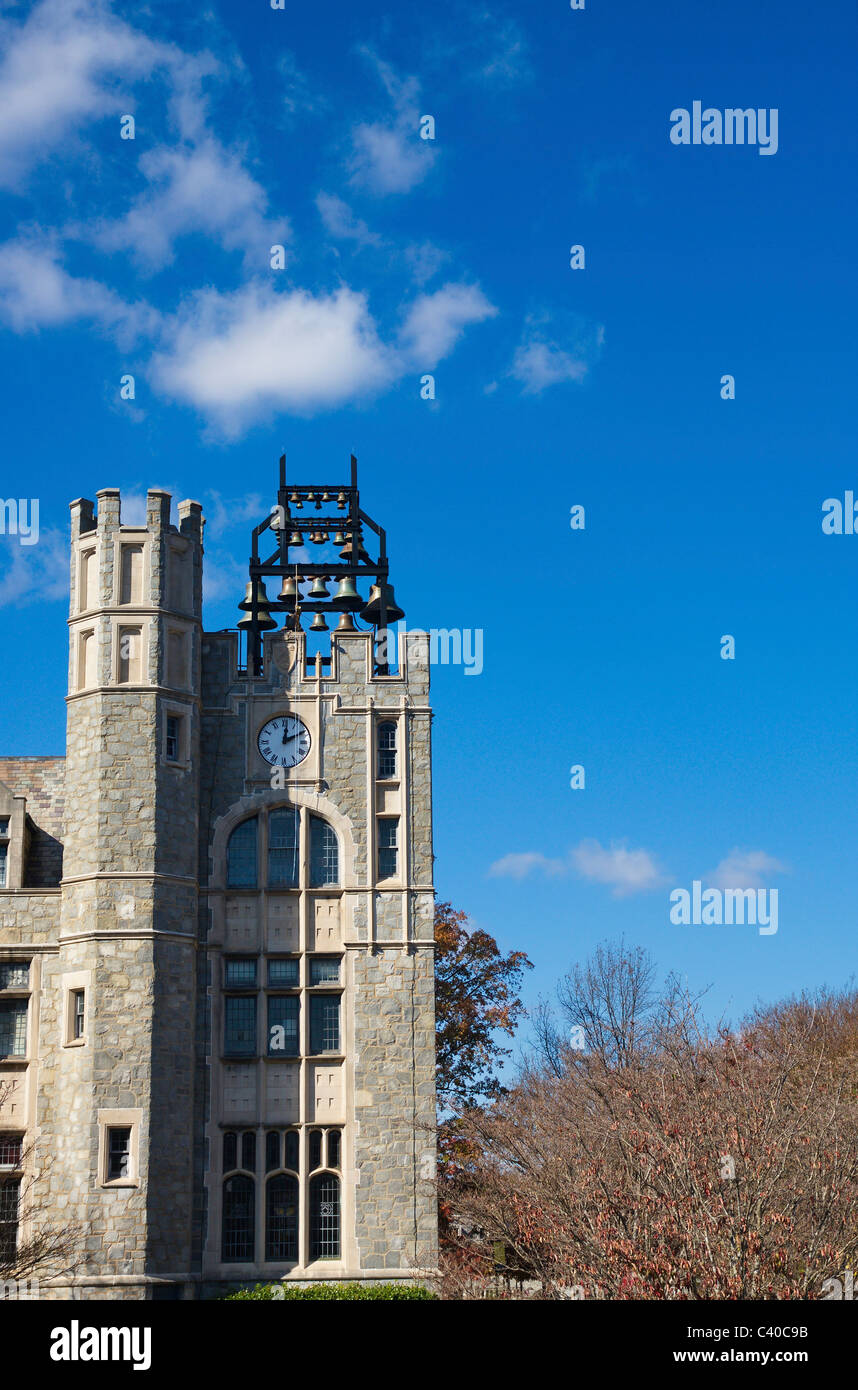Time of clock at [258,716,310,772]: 2:01
